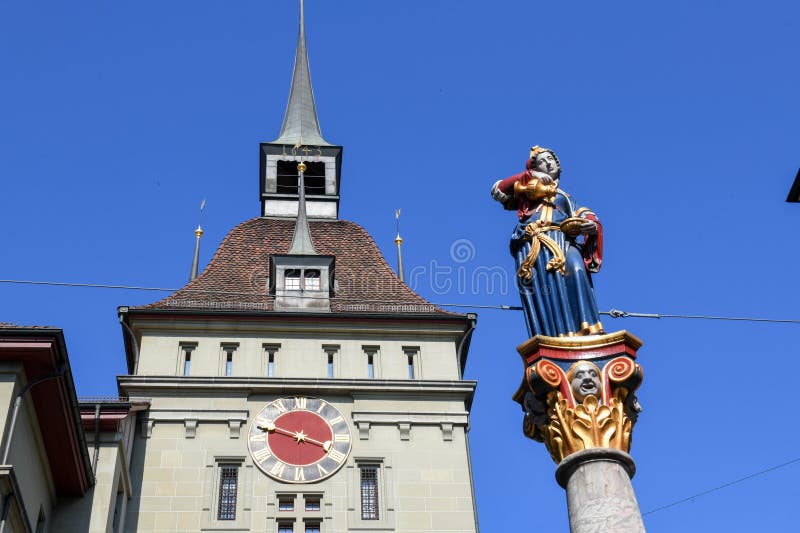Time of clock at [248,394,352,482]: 3:48
